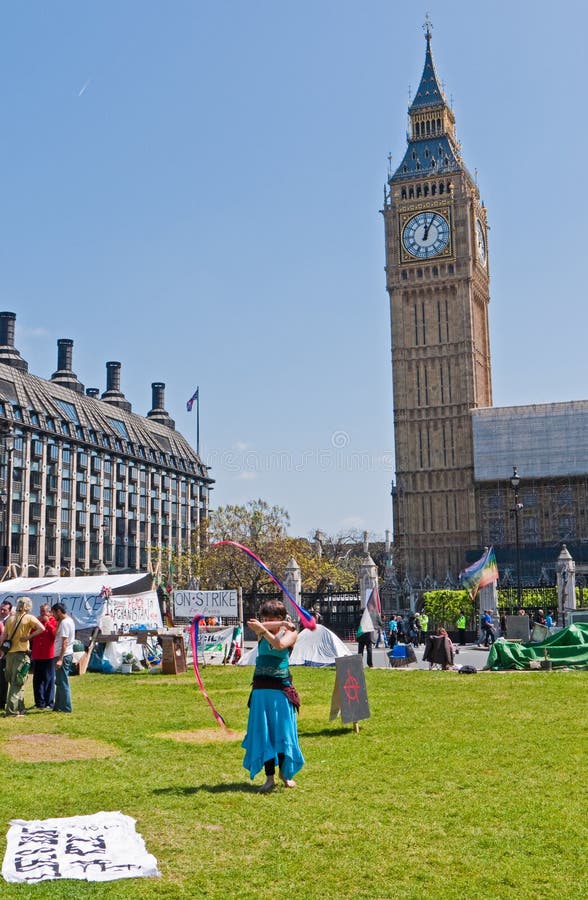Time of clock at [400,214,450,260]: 12:04
